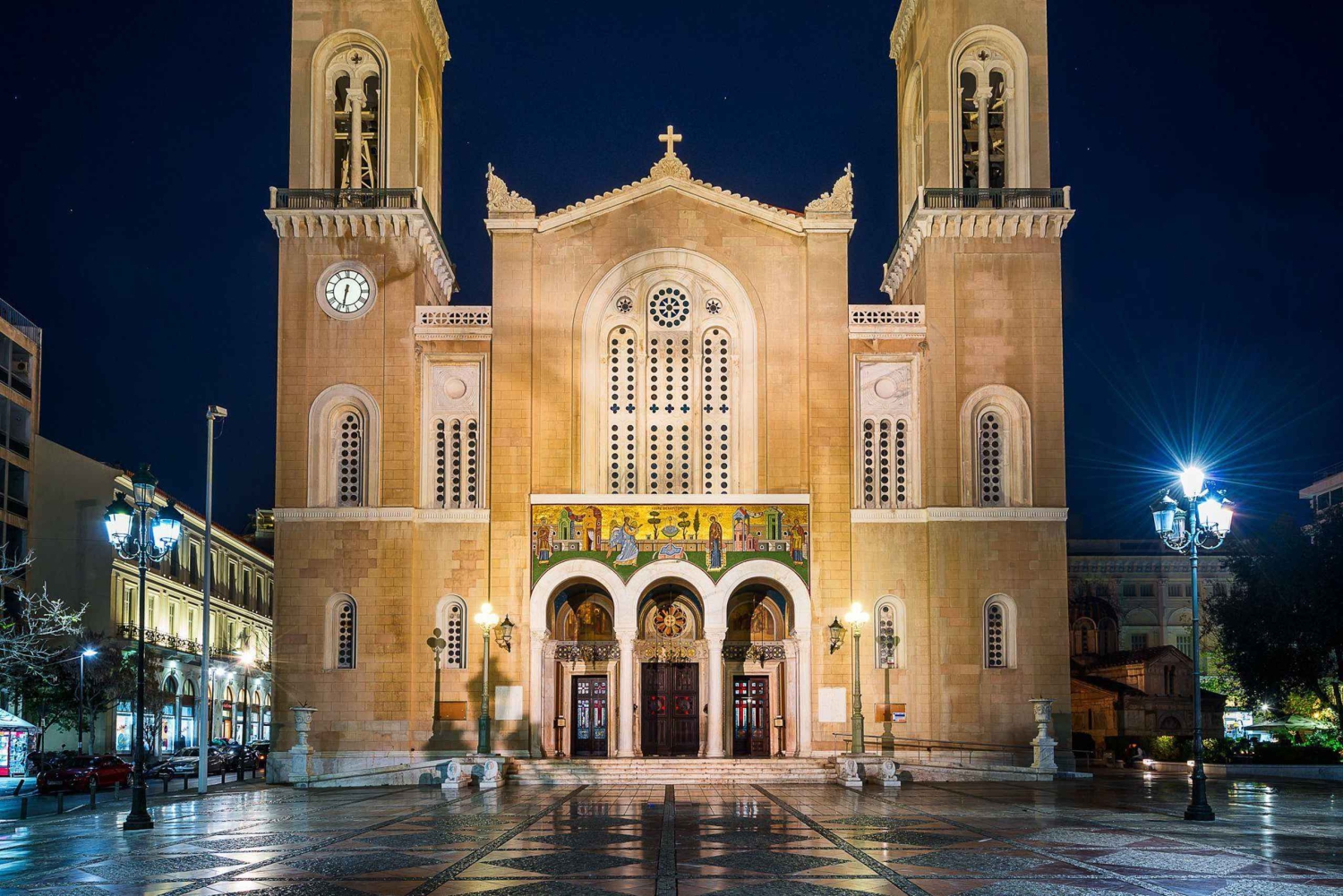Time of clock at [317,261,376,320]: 6:32
